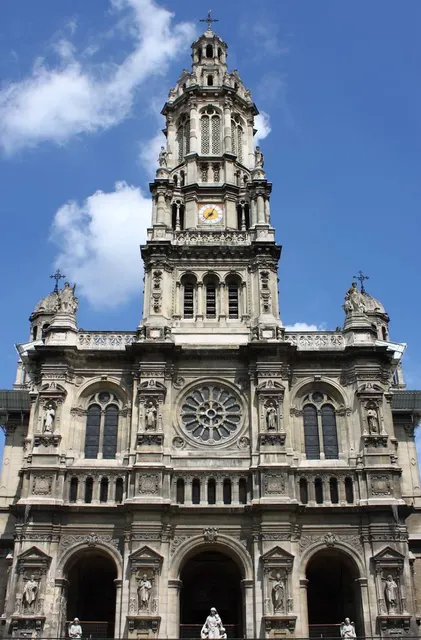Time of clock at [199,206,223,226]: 12:37
